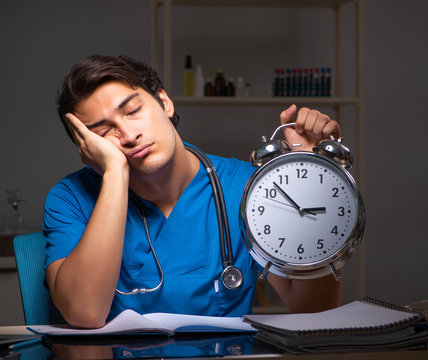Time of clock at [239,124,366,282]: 2:52
